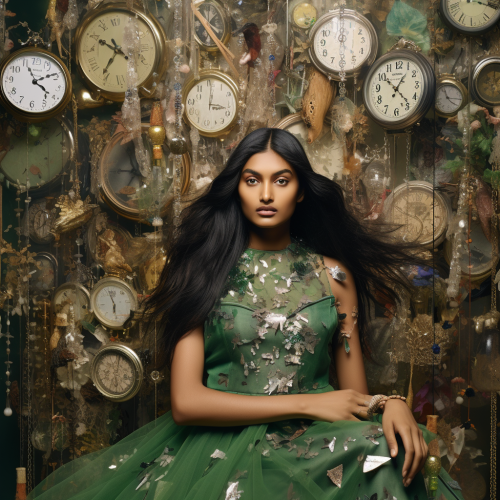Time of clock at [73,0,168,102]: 10:36
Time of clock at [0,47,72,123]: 4:09
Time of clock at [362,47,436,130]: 1:22
